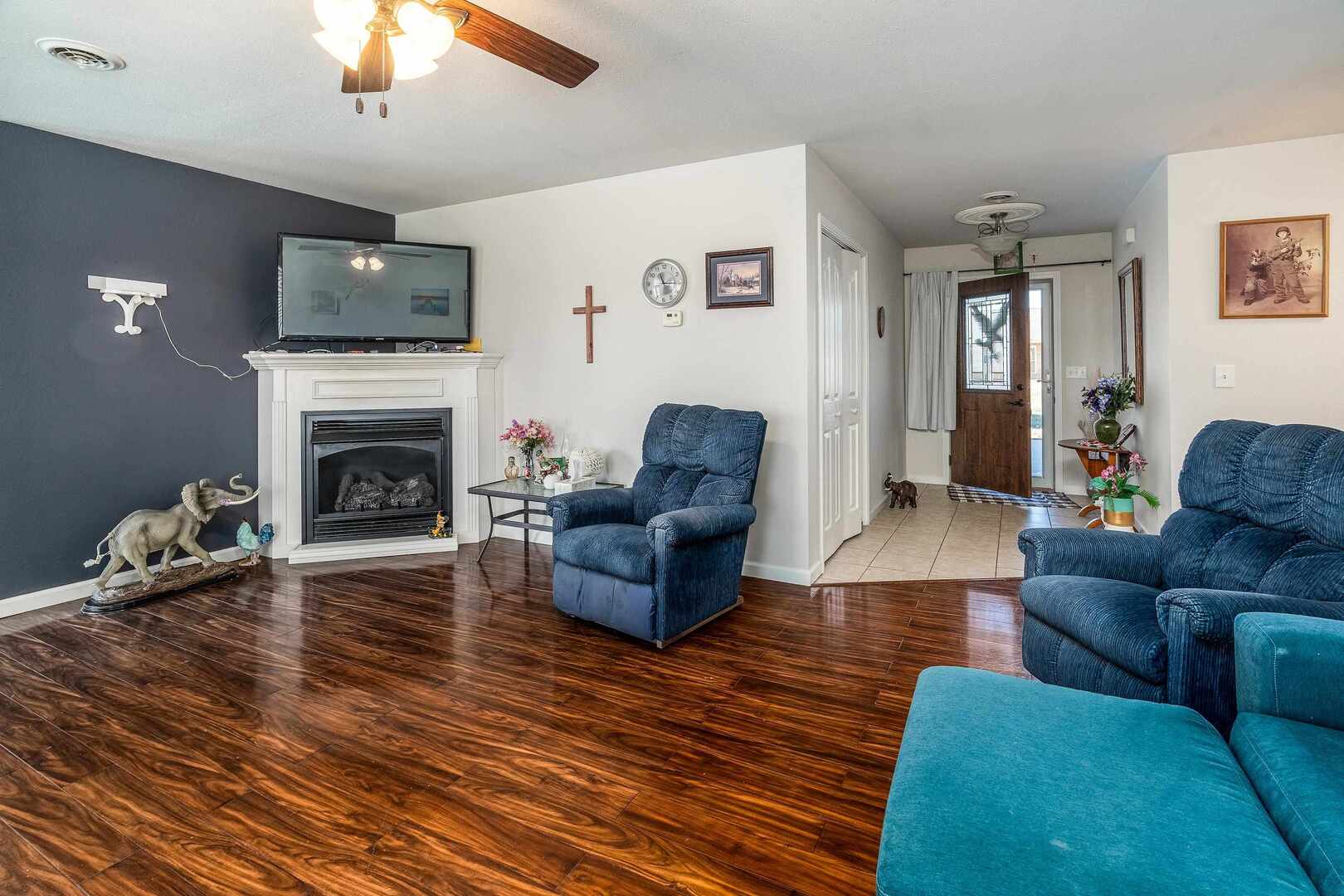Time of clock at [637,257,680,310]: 11:15
